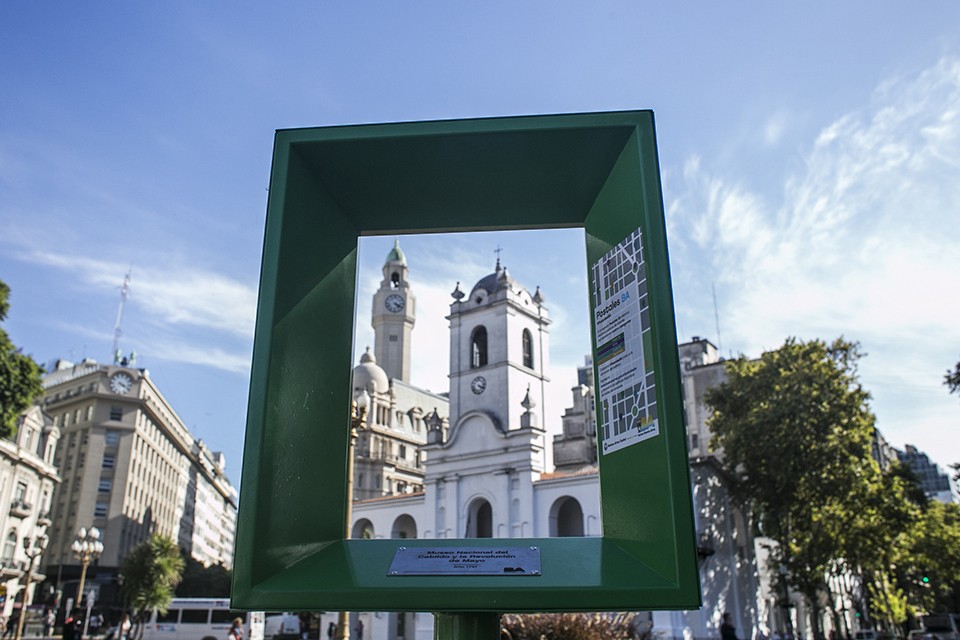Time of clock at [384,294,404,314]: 4:19
